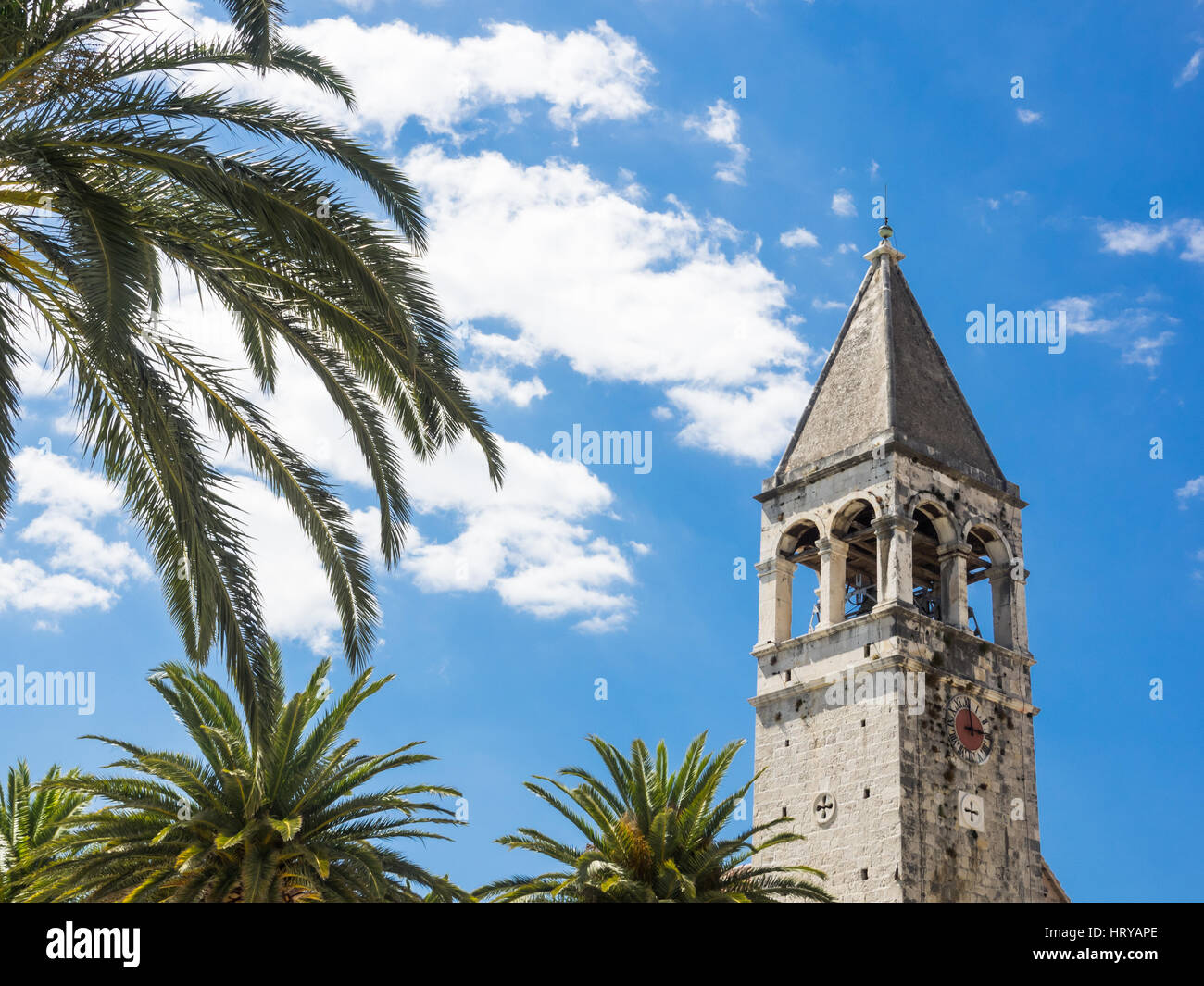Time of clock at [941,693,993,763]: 3:00
